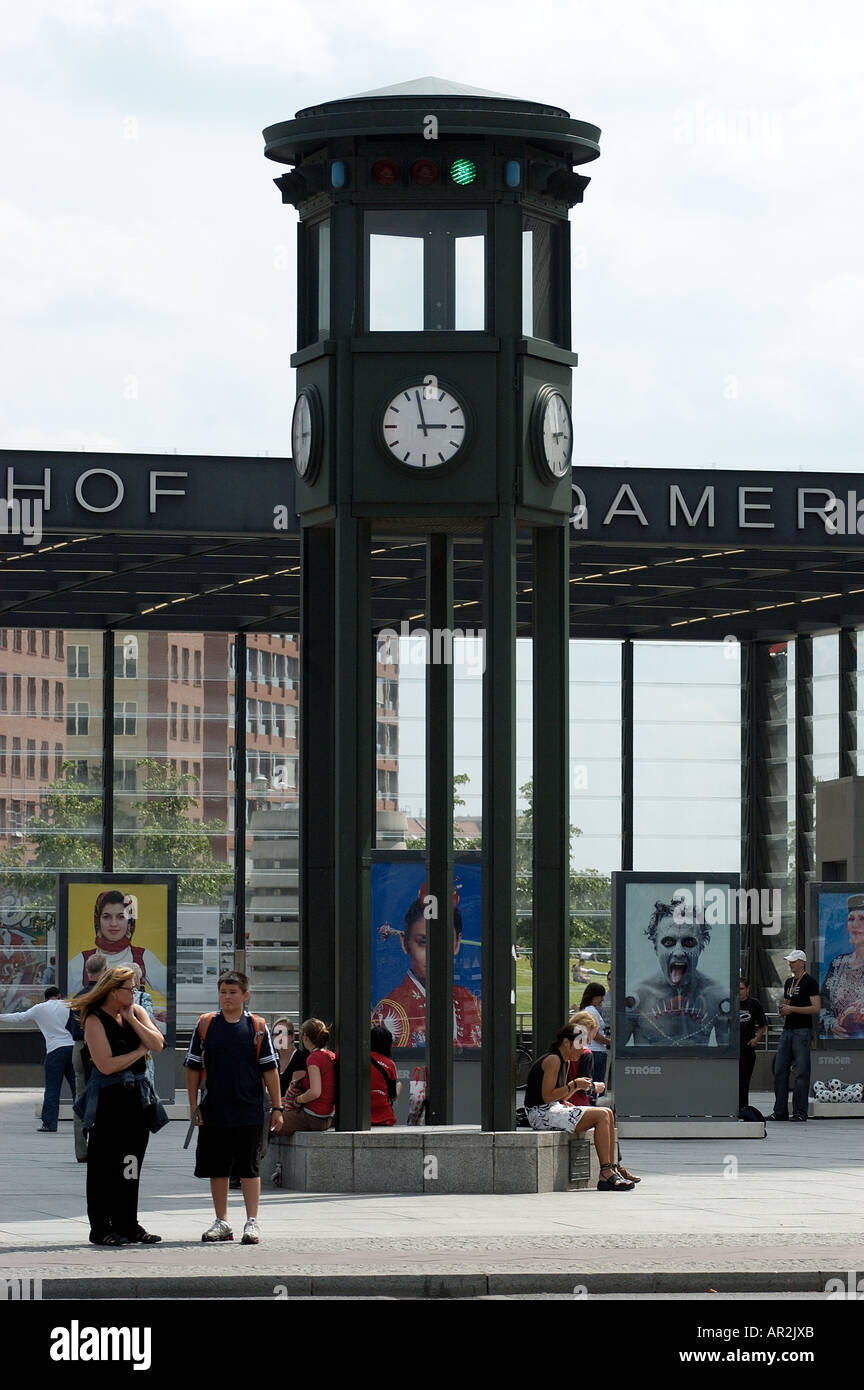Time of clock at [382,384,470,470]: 2:57
